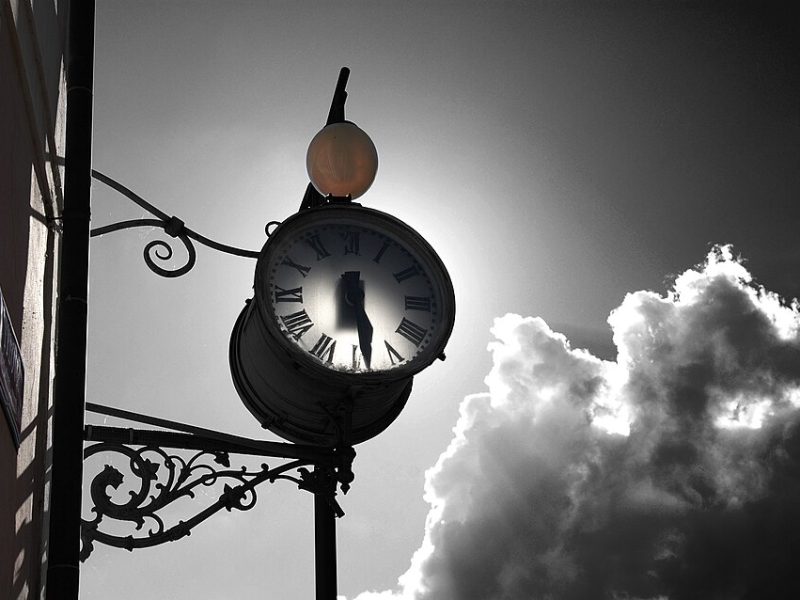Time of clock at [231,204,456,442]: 6:28
